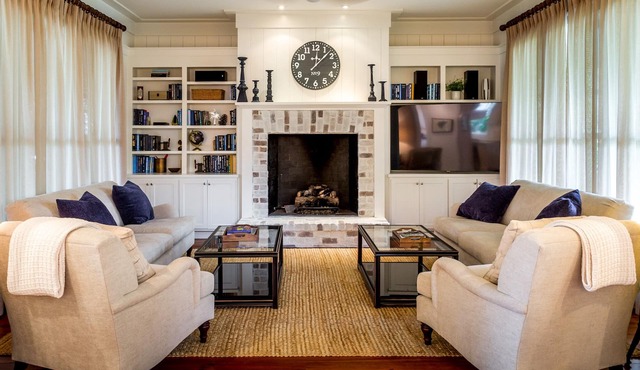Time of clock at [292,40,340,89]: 12:07
